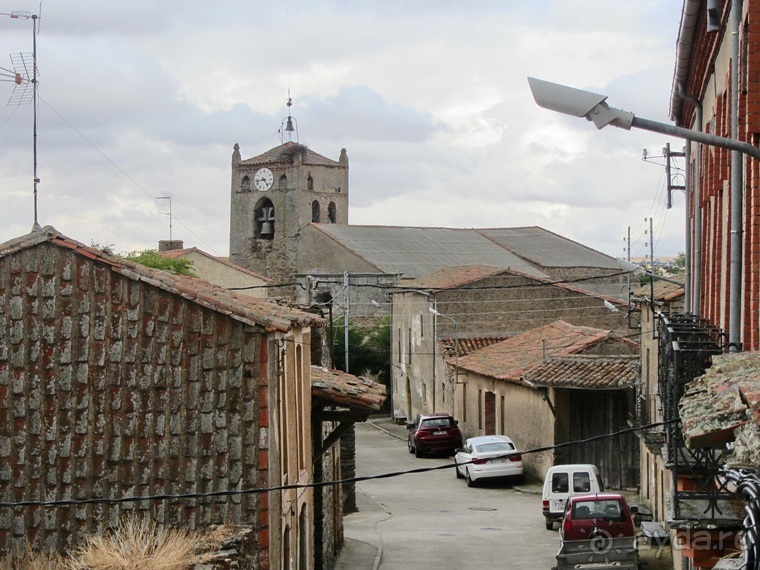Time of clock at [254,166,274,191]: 4:42
